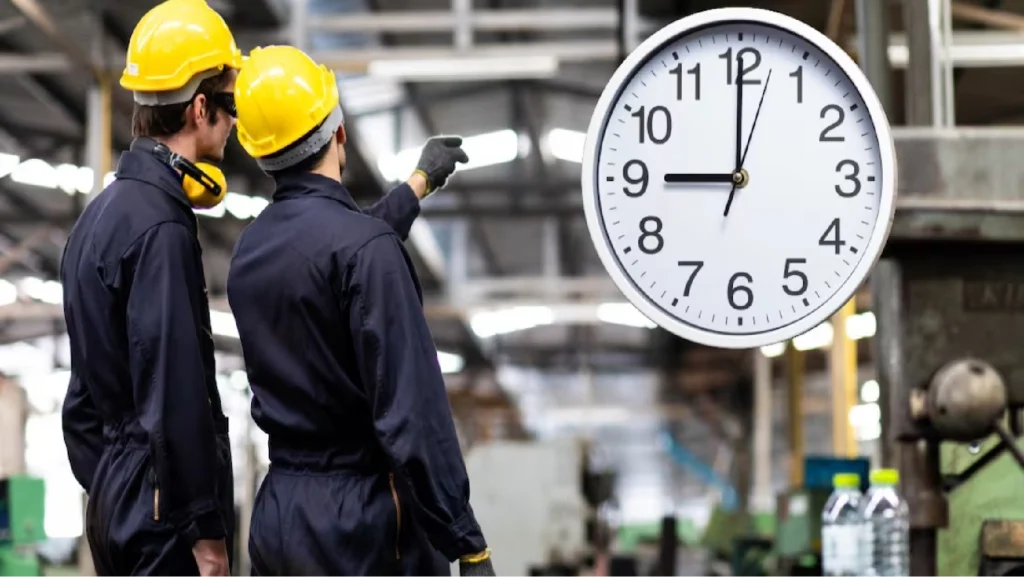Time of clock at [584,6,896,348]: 9:00
